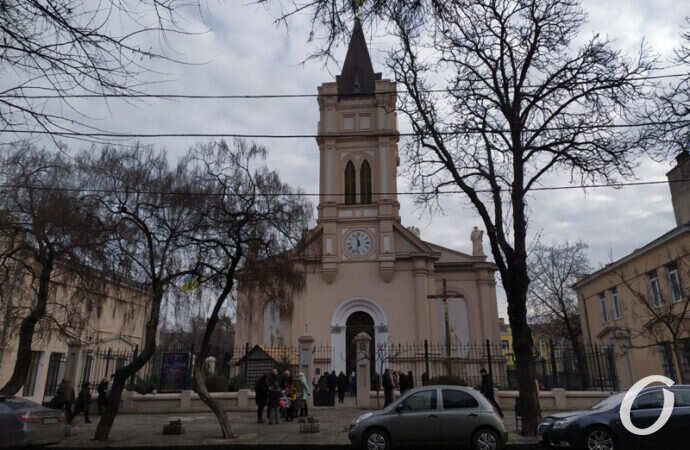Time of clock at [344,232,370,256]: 11:32
